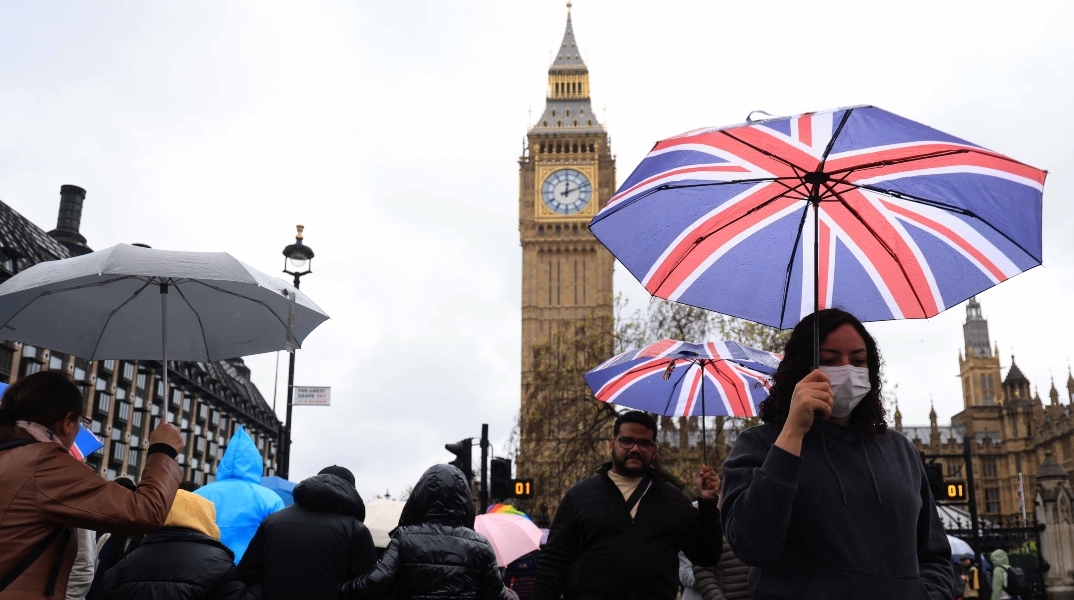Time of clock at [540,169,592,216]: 12:11
